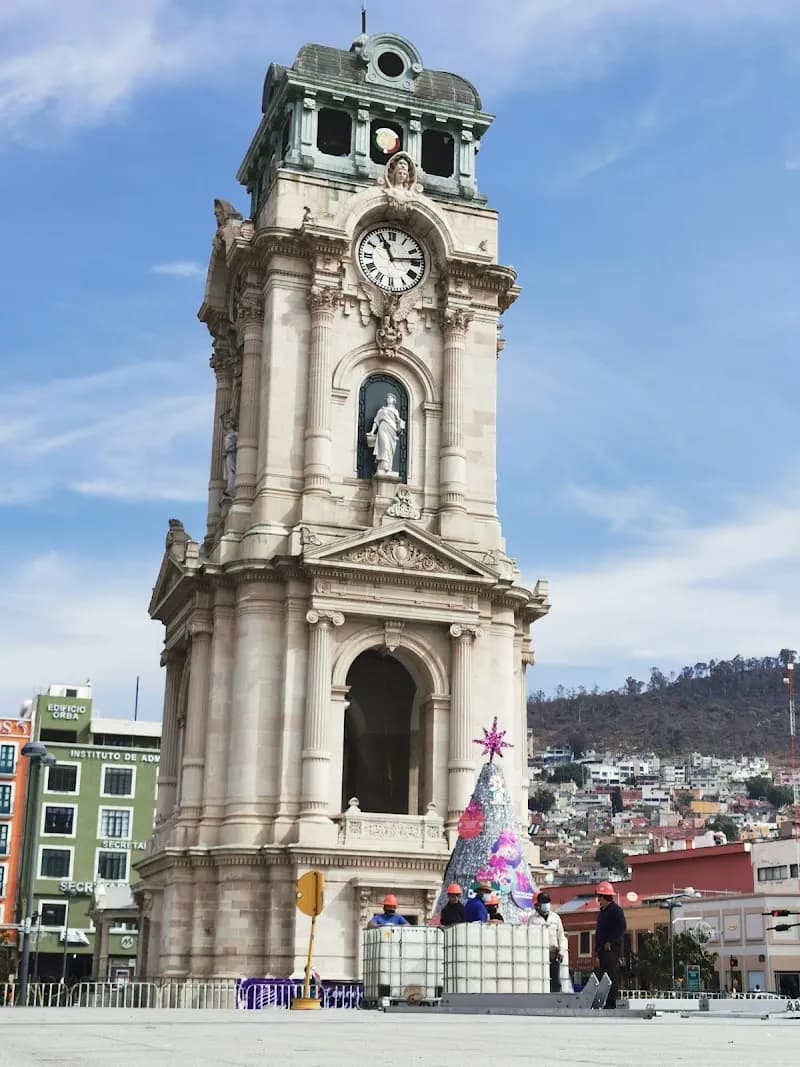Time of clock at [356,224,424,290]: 11:13
